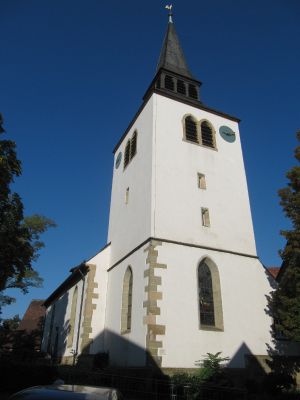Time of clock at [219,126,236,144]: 9:12
